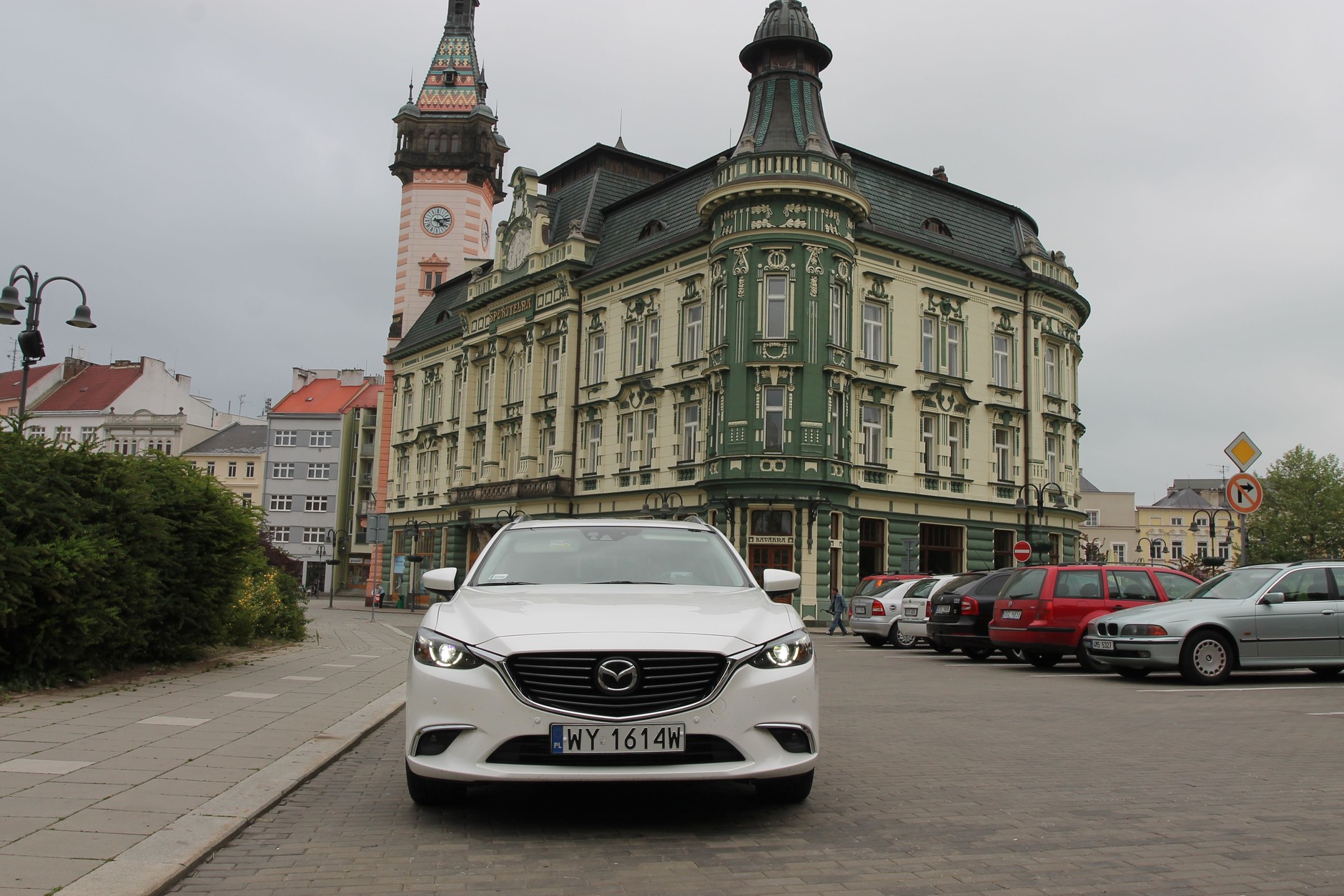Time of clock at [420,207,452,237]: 4:13
